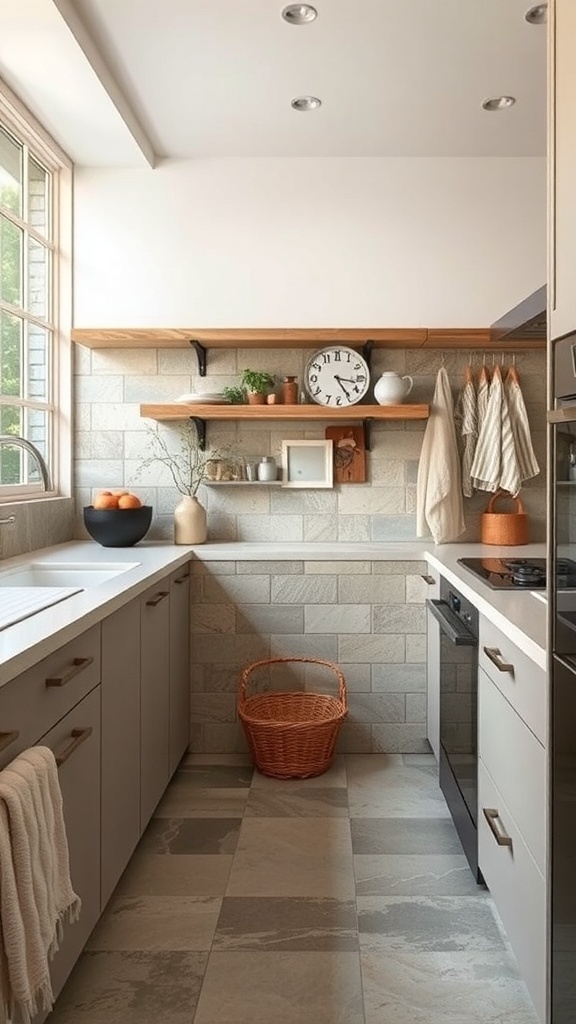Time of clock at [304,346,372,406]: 3:24
